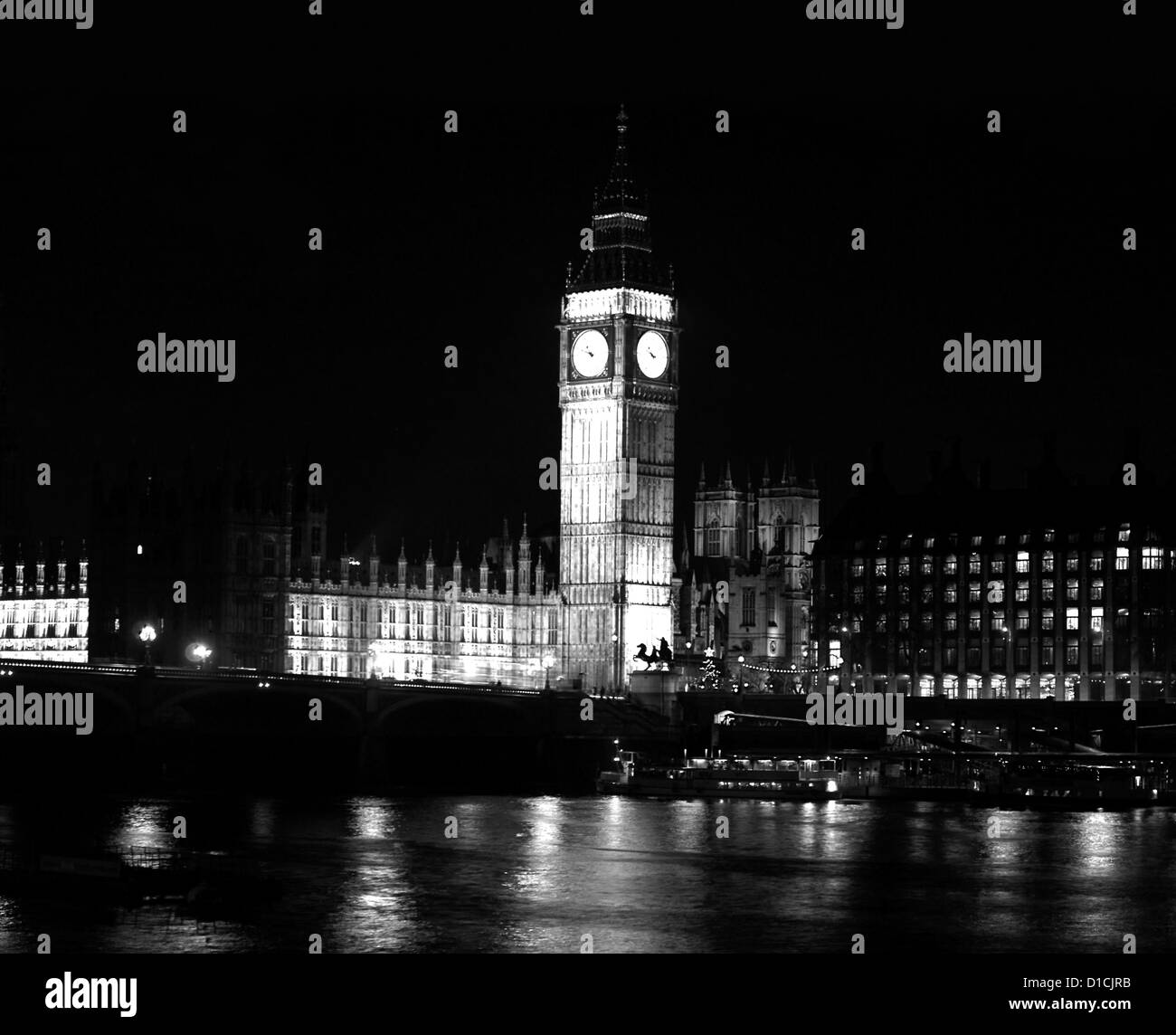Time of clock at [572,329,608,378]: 10:48
